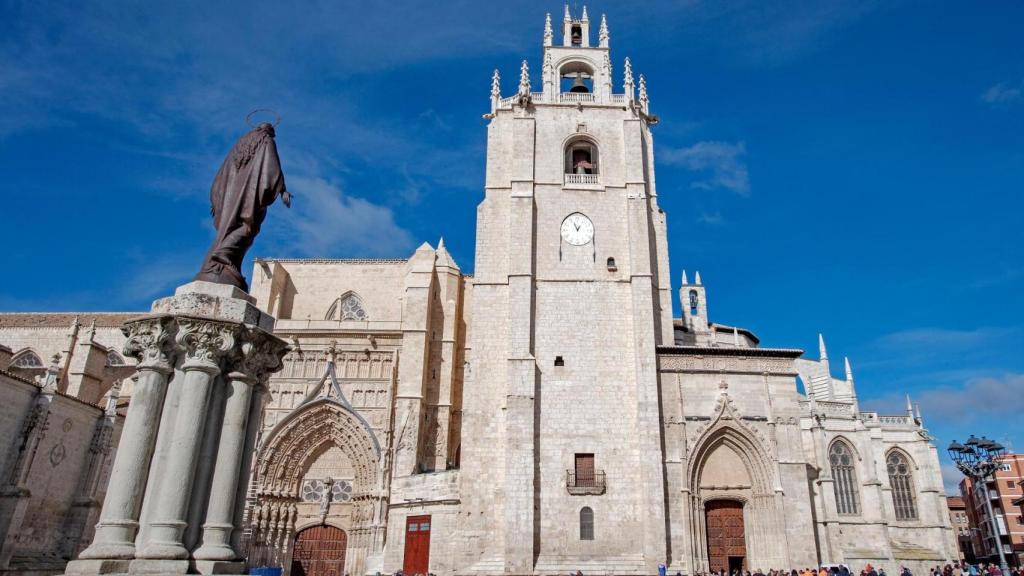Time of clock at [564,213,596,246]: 12:56
